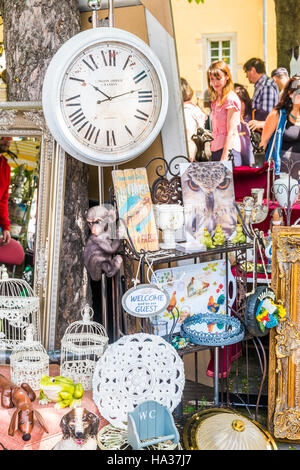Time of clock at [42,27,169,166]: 10:12
